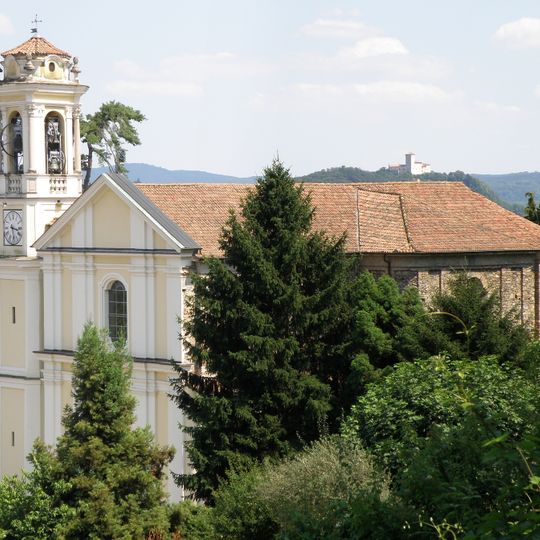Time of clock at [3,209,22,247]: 3:28
